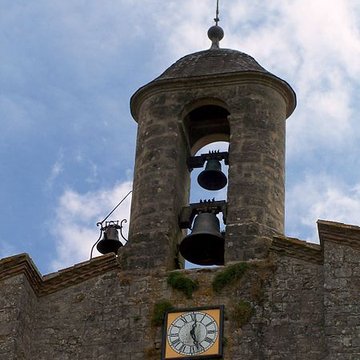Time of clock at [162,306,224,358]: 12:26
